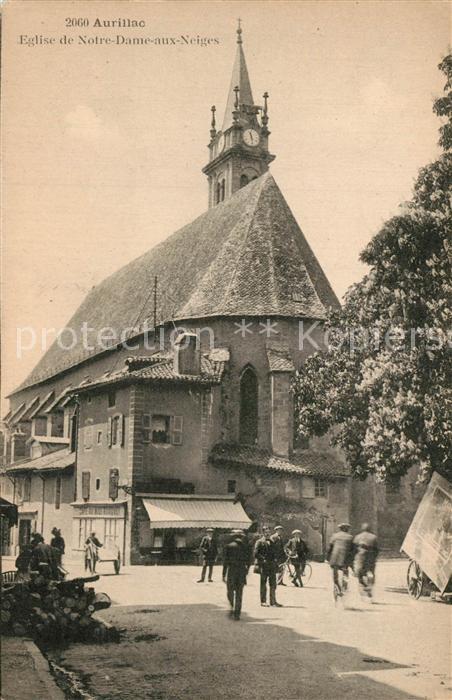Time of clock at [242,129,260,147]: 11:28
